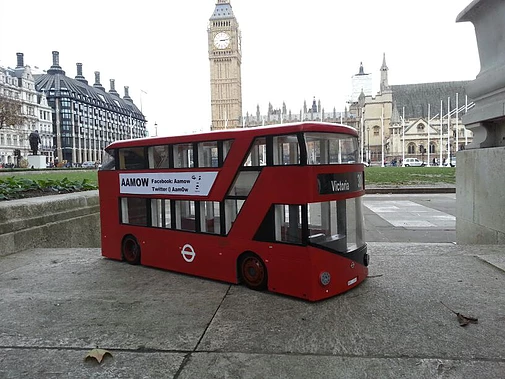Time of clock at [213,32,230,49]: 3:13
